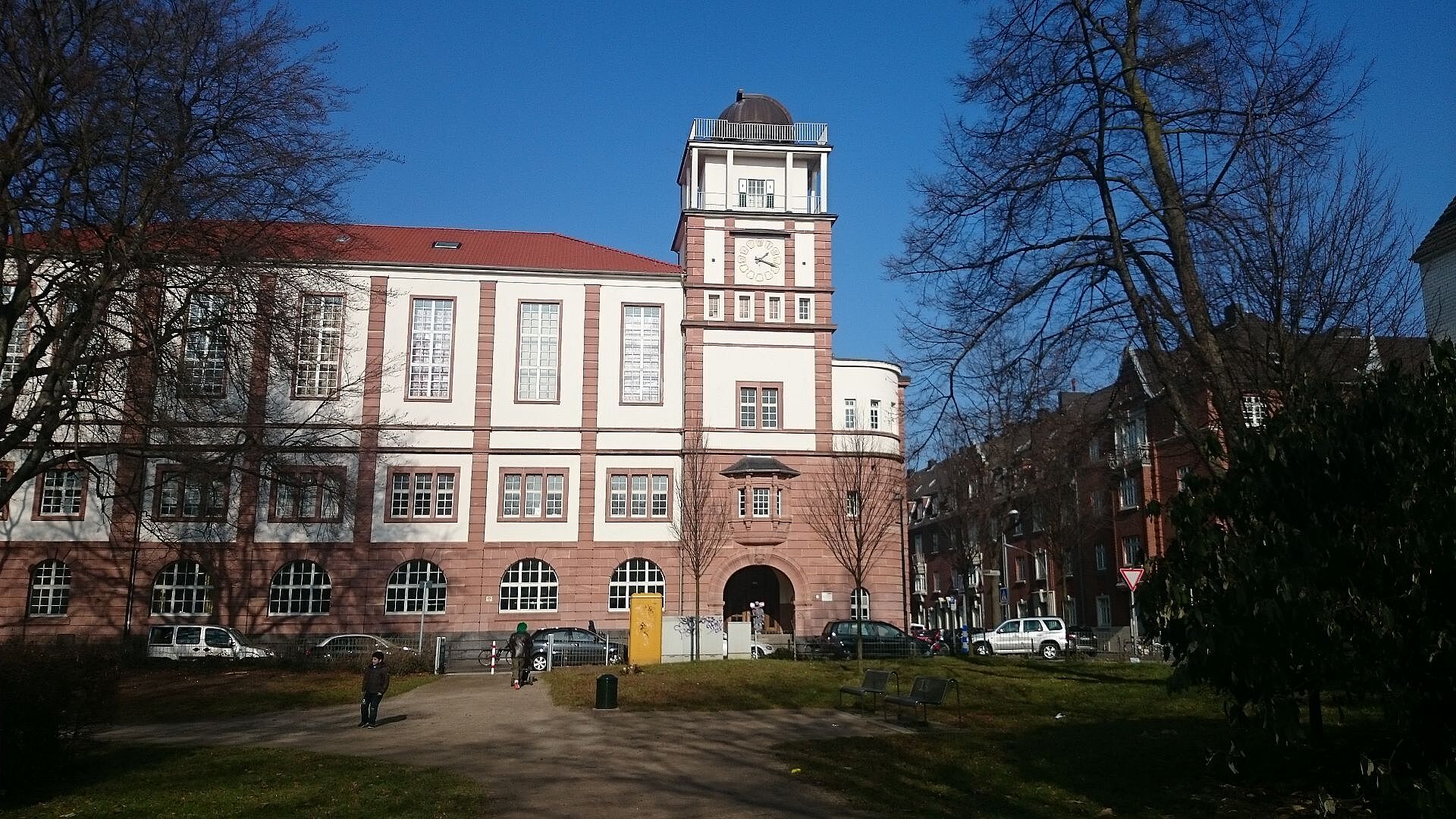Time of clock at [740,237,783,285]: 1:18
